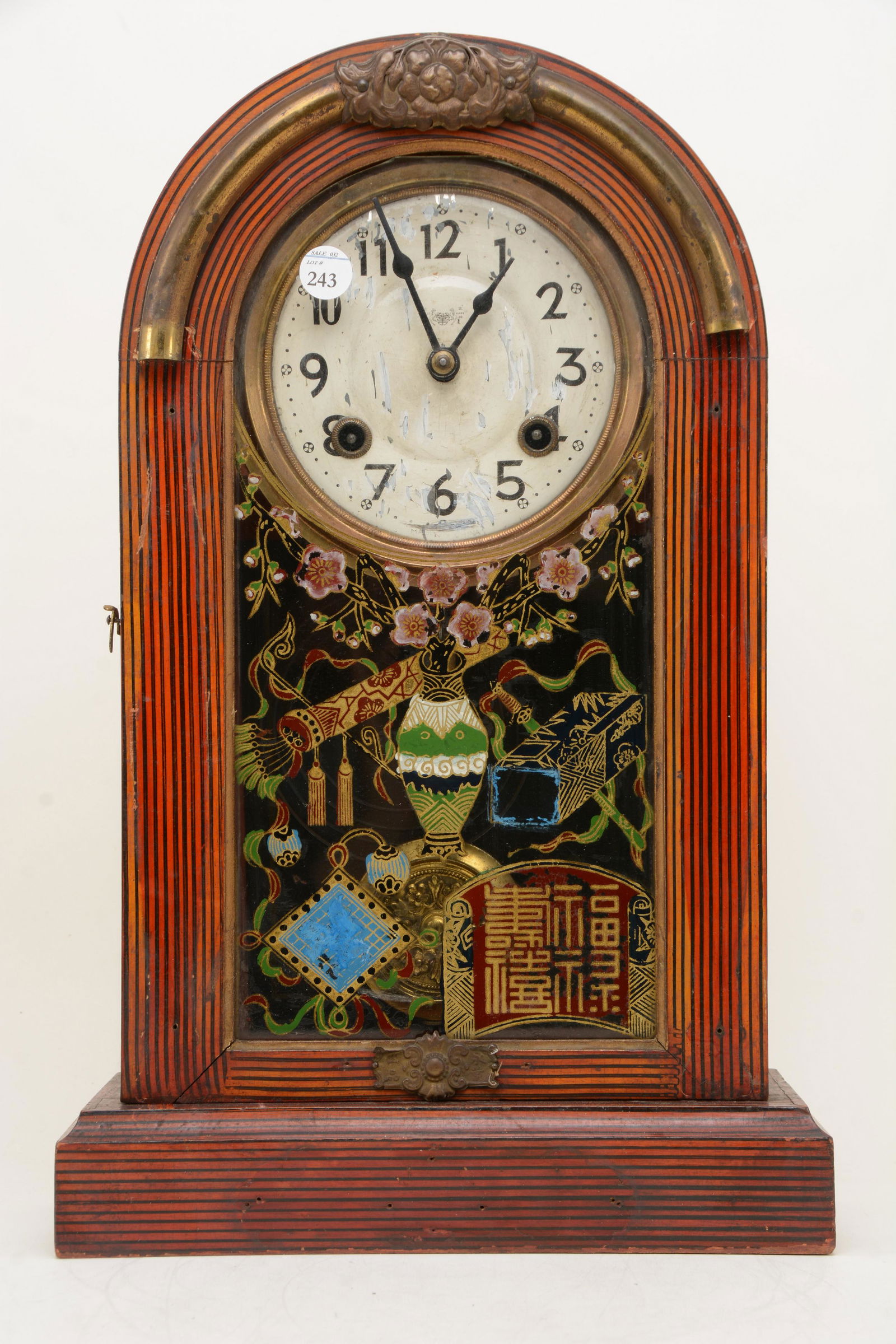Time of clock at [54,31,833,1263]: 12:55
